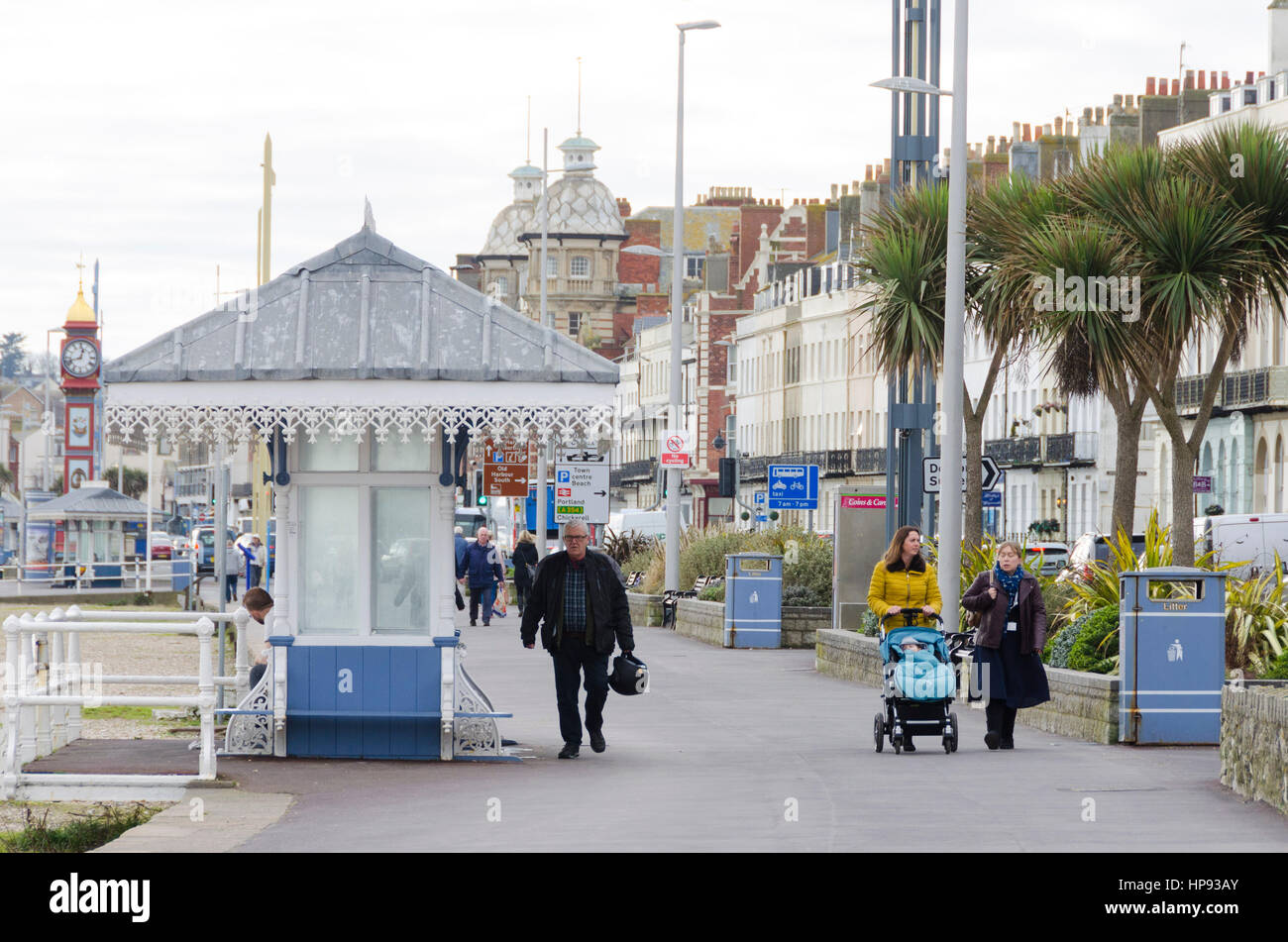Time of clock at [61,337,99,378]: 12:42
